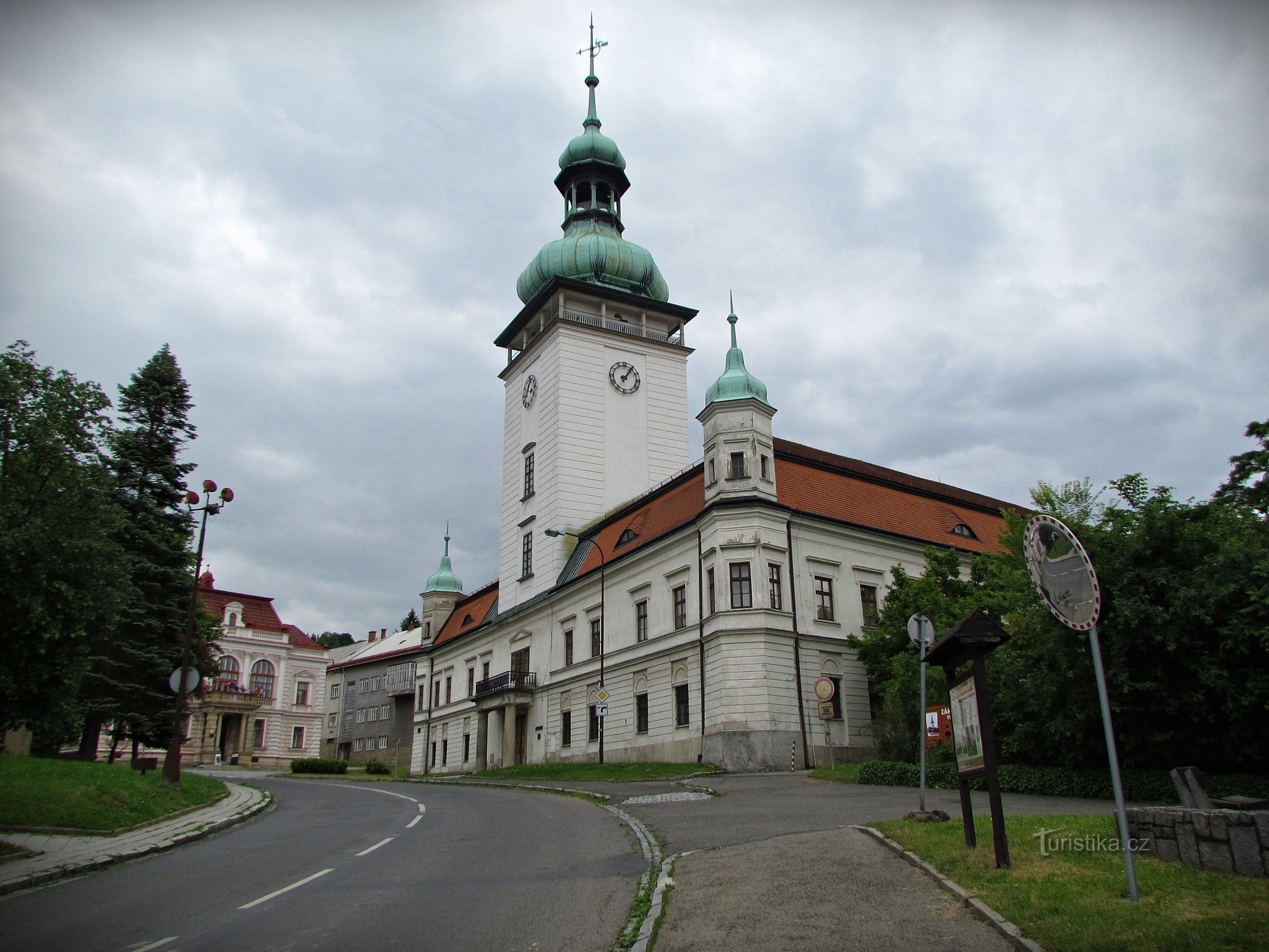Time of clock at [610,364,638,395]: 1:05
